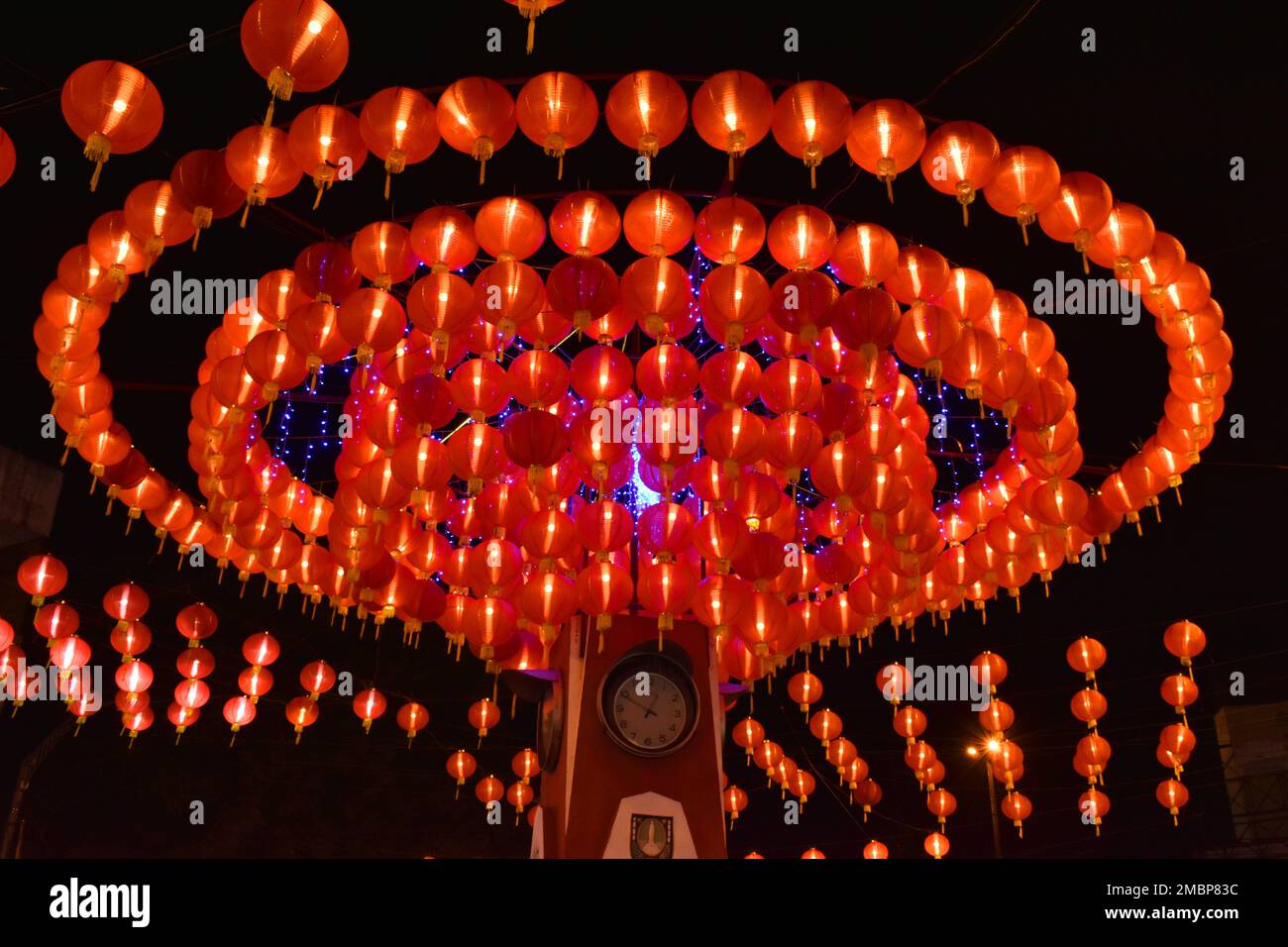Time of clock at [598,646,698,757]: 12:49
